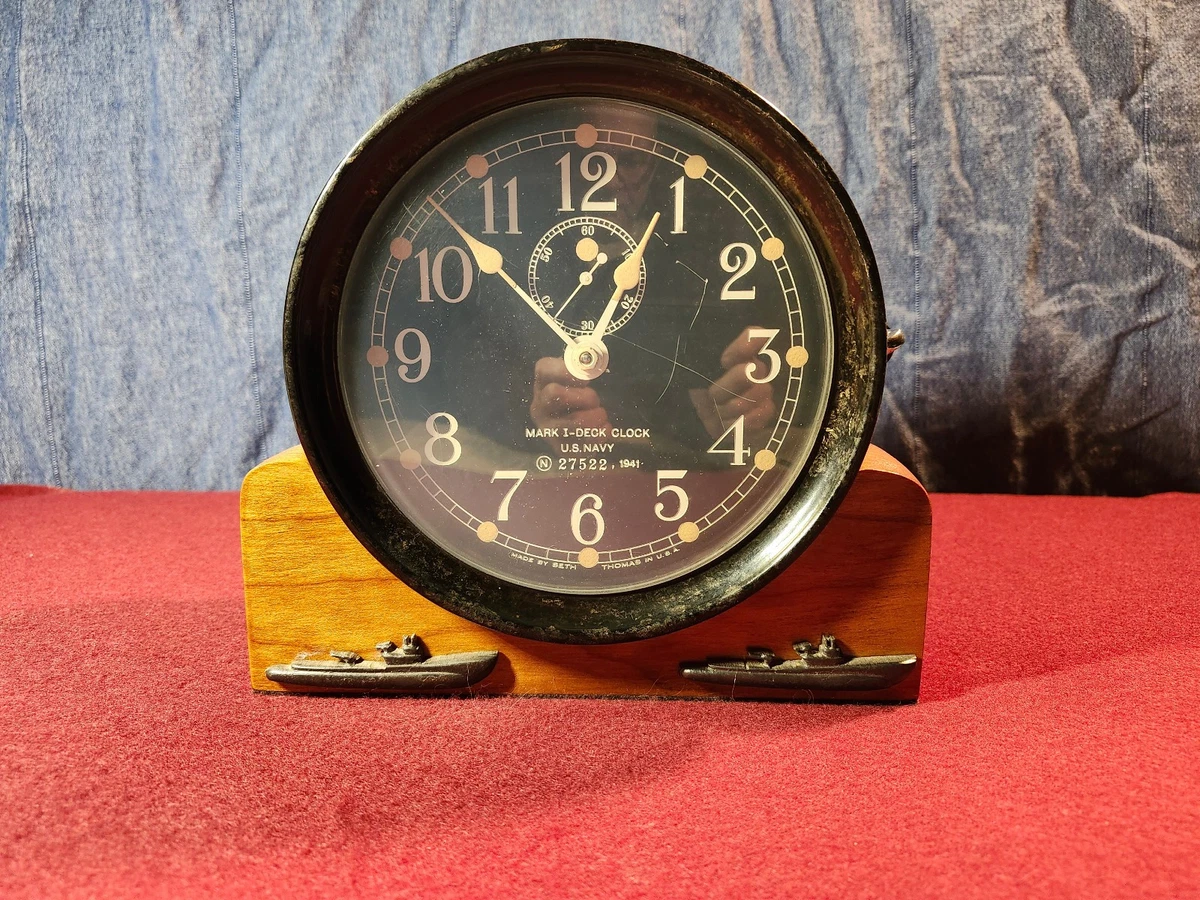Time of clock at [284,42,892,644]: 12:52
